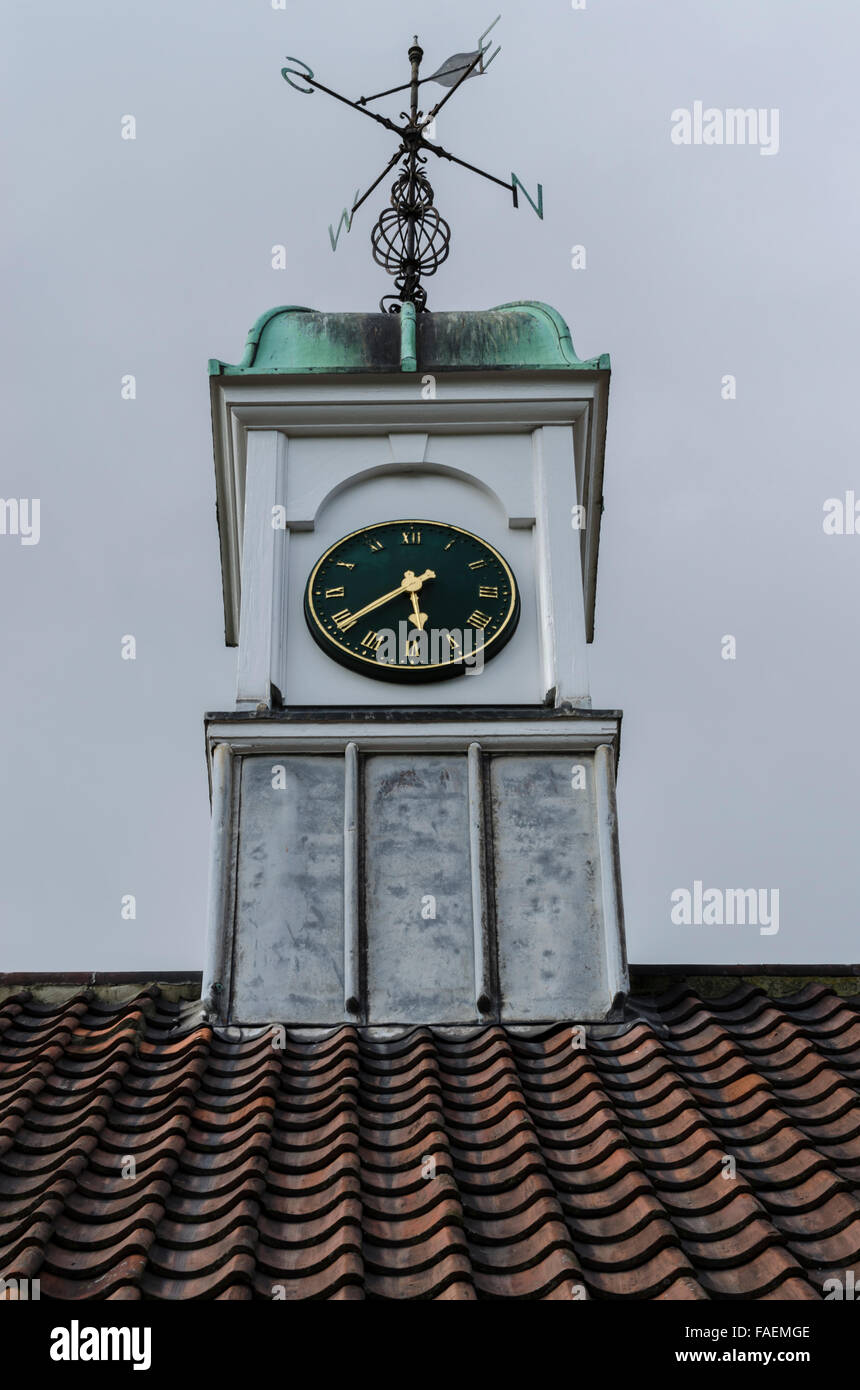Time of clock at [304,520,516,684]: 5:39
